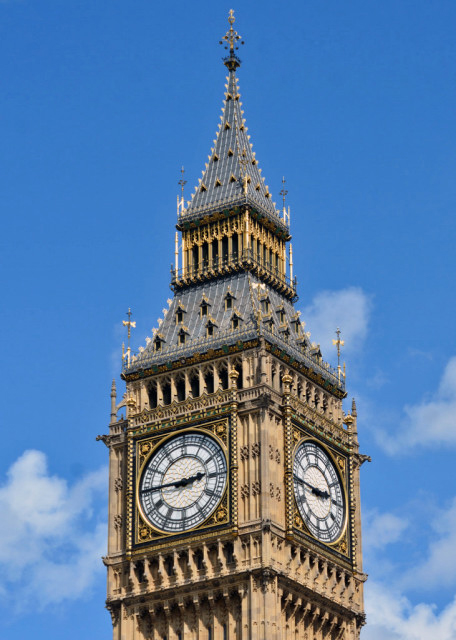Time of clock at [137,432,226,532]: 2:45
